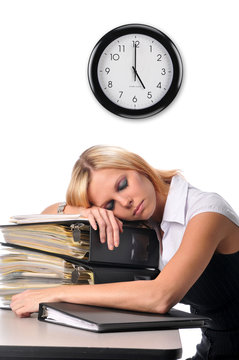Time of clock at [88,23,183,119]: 4:59
